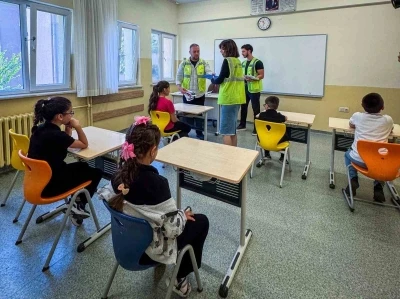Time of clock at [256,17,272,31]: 10:32
